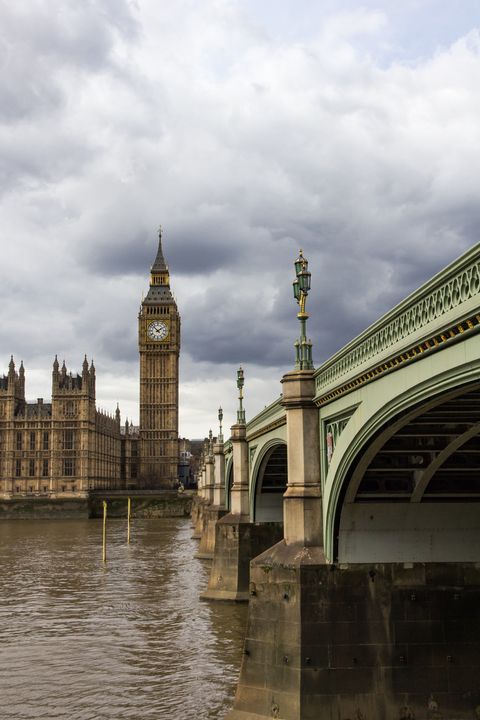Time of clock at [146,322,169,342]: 1:52
